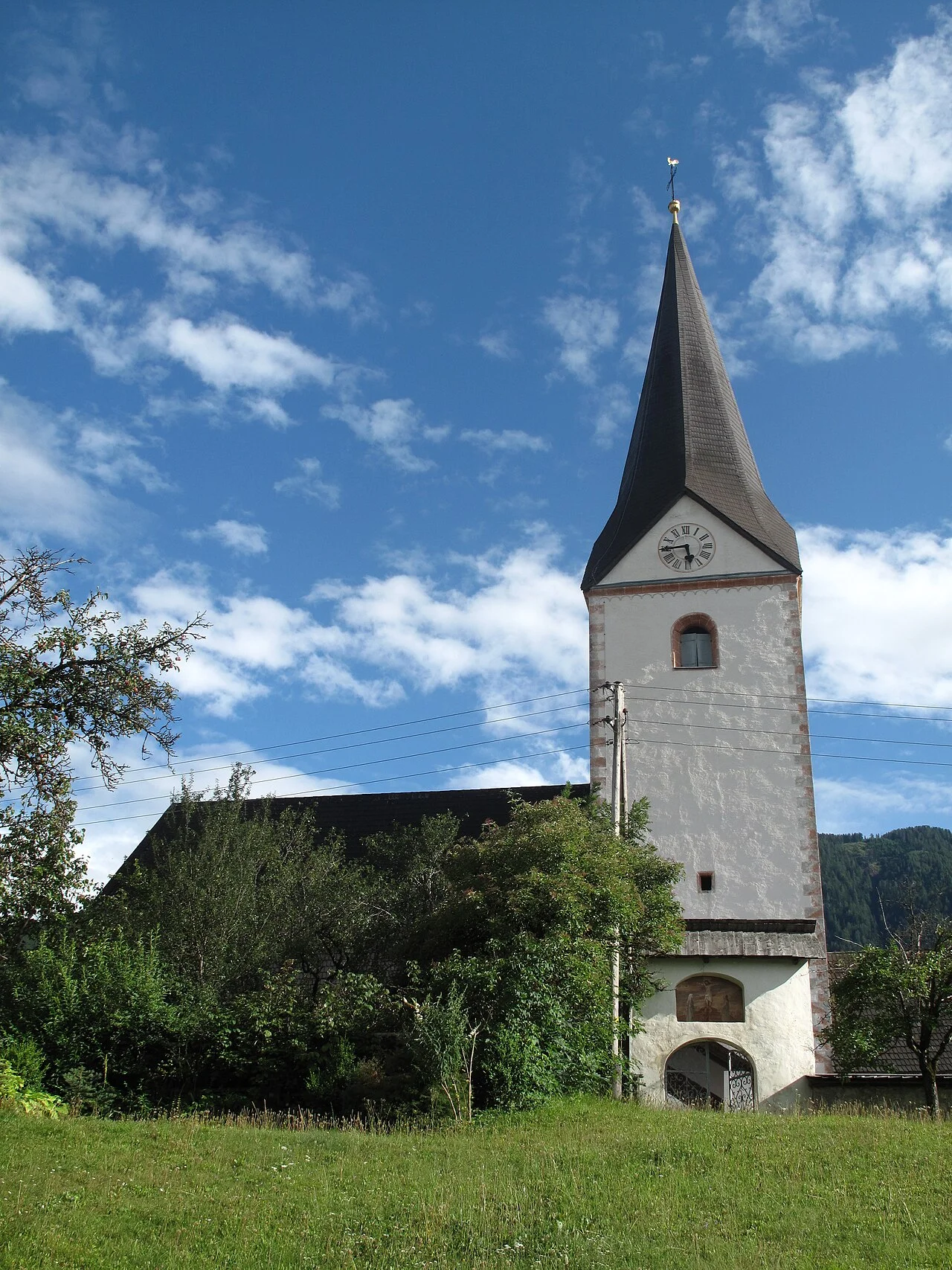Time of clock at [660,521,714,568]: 5:44
